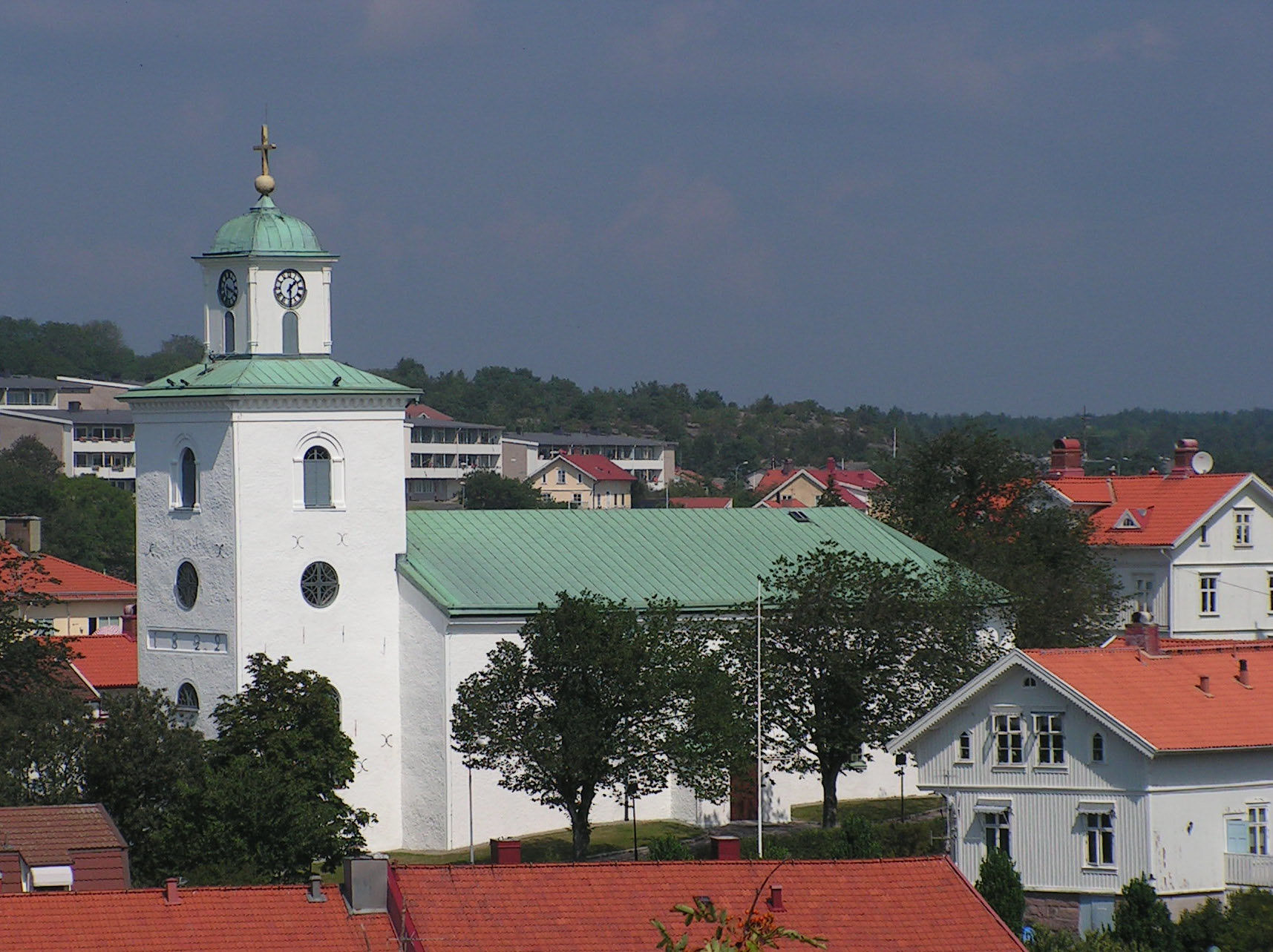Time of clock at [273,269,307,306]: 1:29
